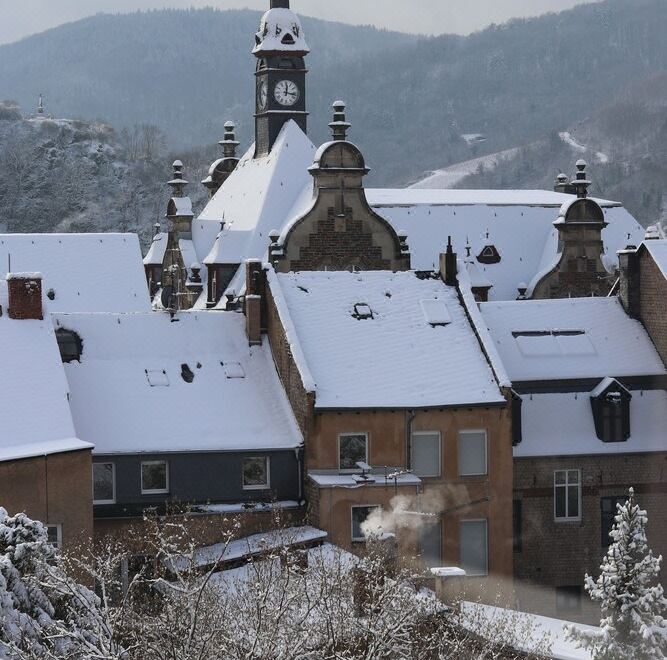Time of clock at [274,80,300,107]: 12:16
